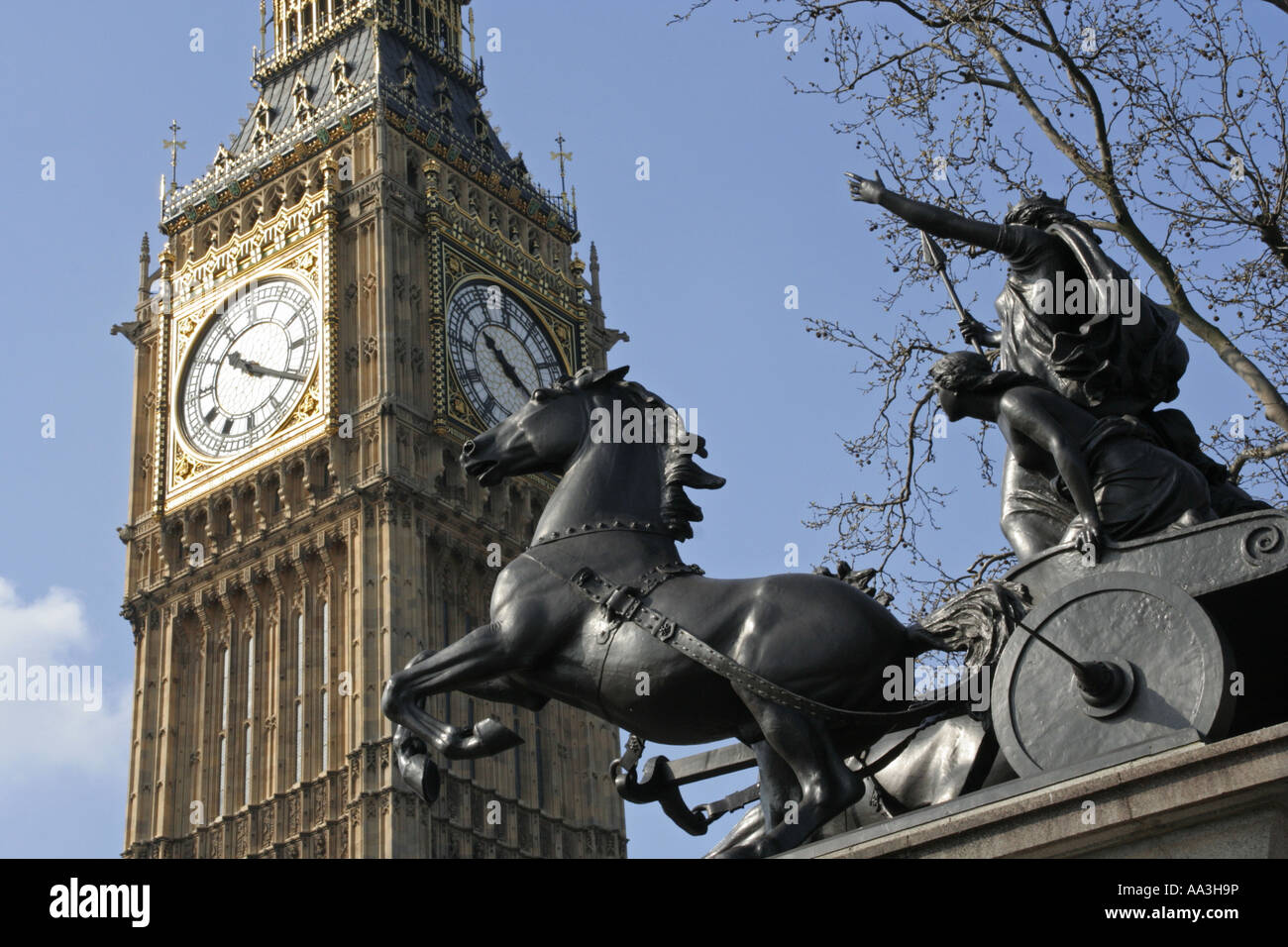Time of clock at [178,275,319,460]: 10:20
